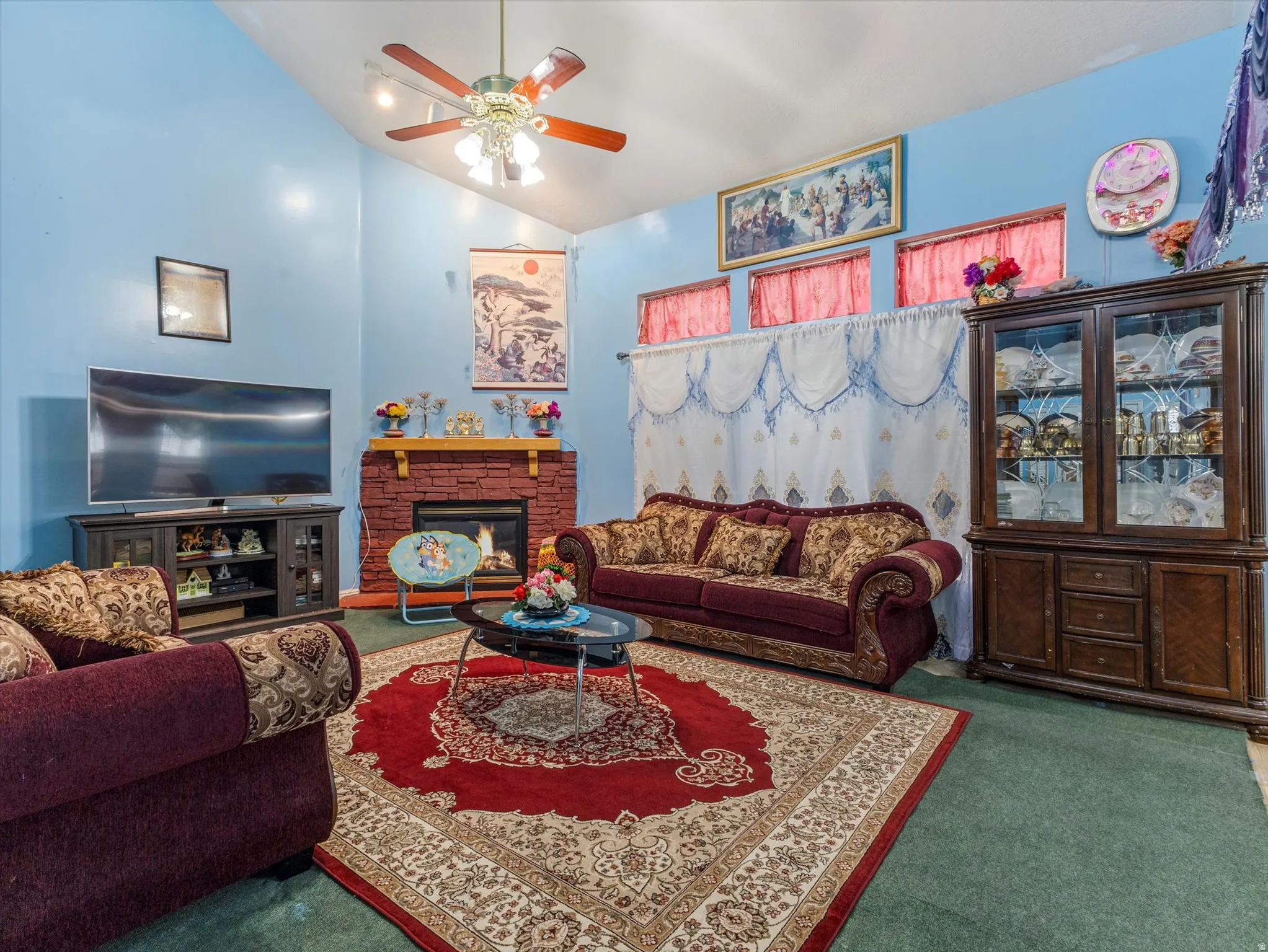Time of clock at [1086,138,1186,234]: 3:03
